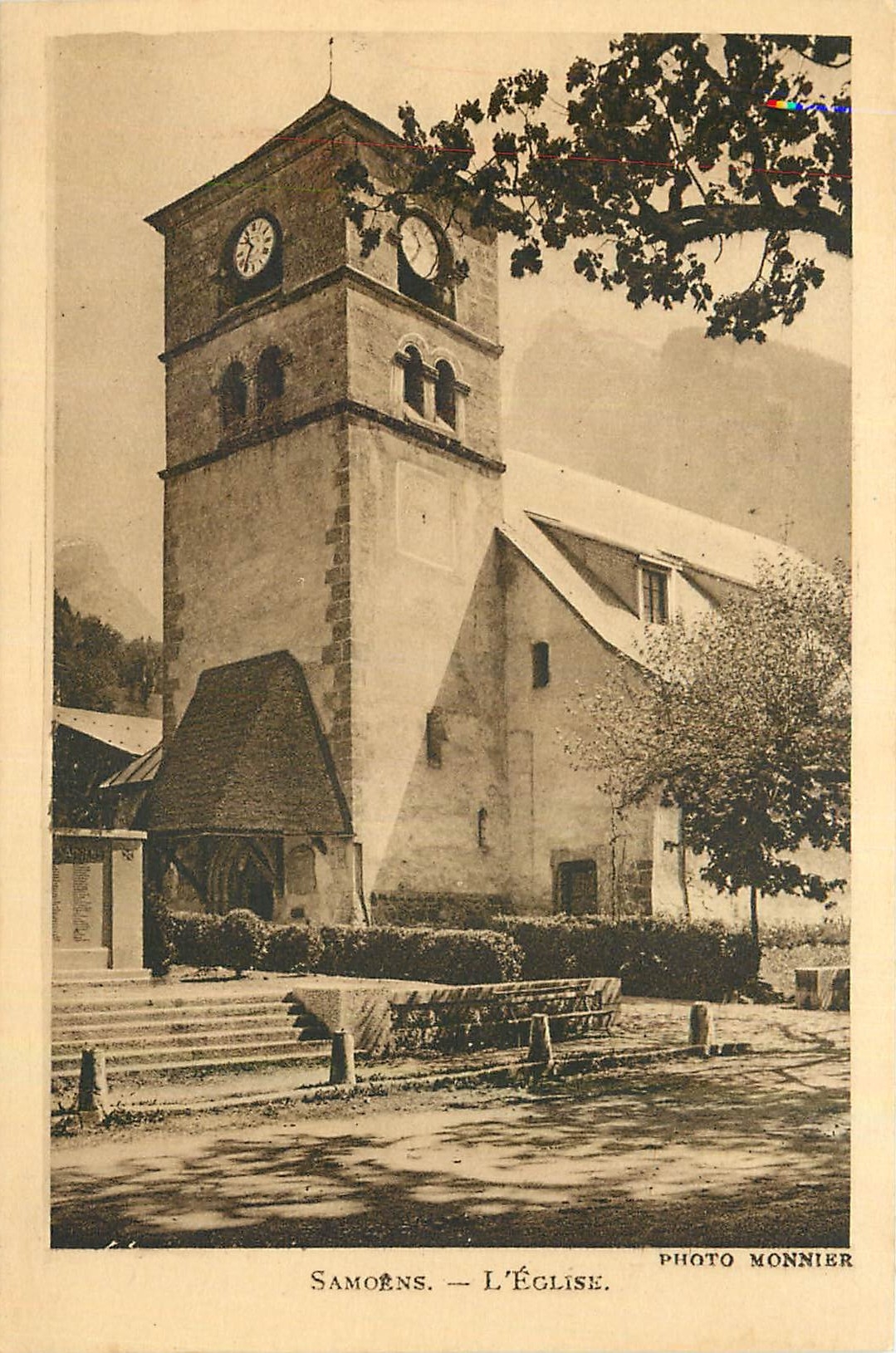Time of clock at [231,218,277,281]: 10:34
